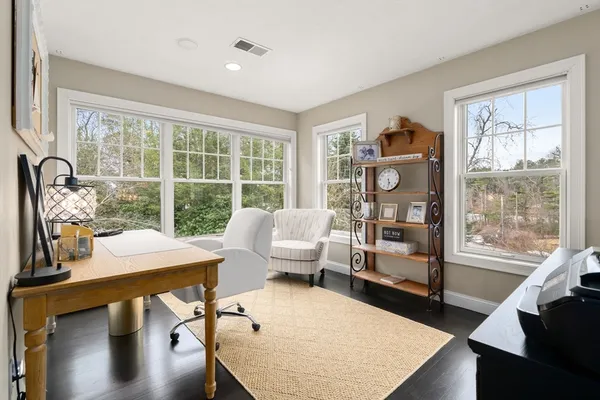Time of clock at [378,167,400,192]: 5:29
